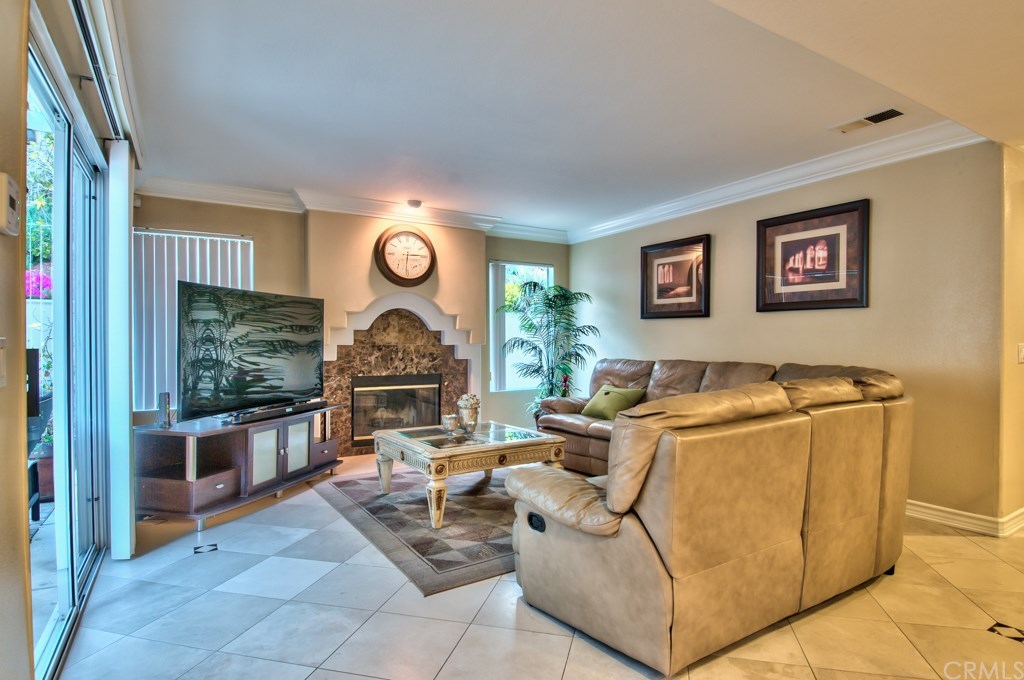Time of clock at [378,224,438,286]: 3:14
